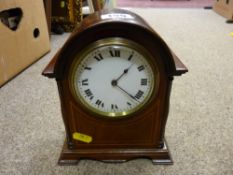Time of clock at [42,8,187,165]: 1:21
